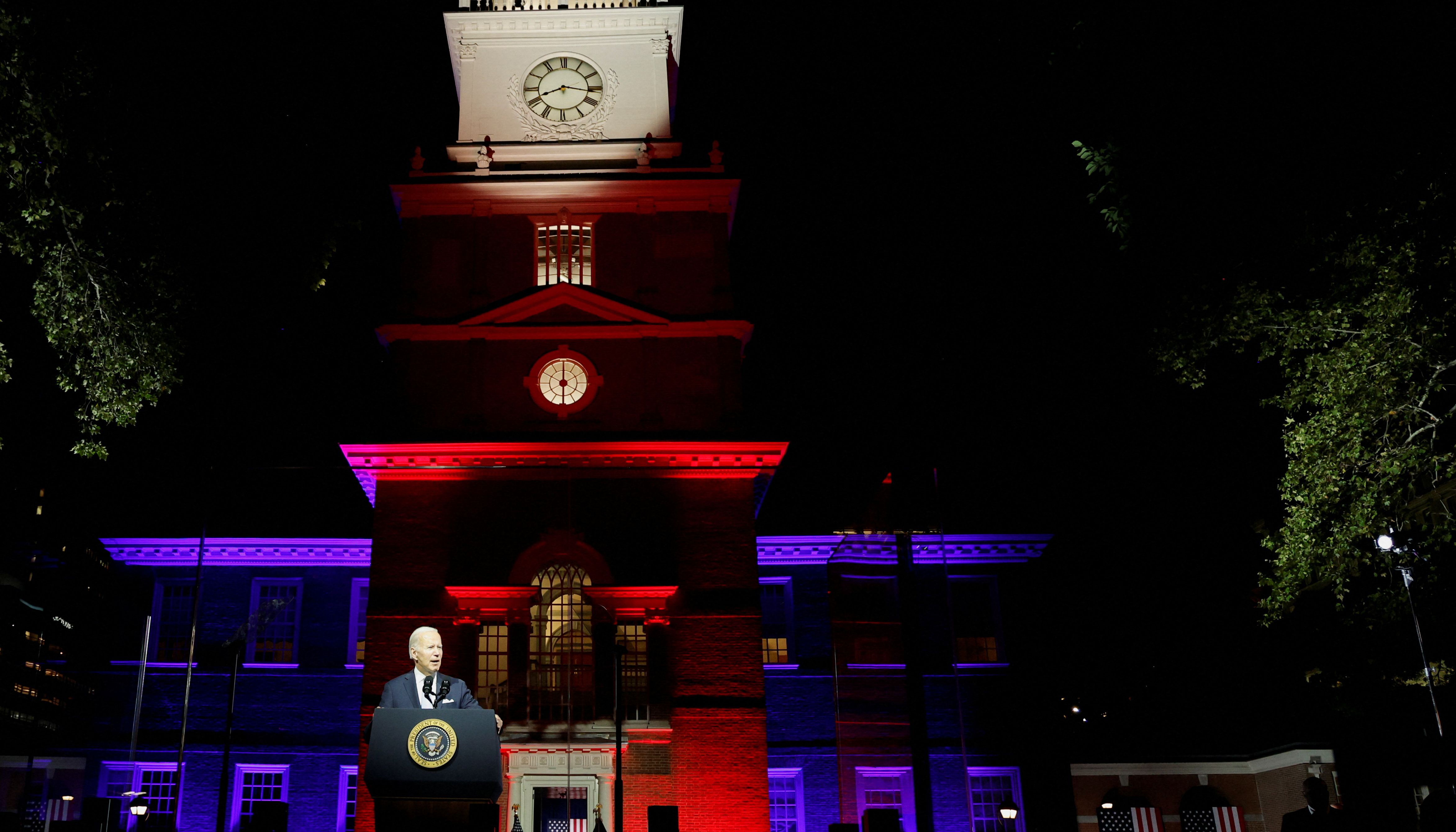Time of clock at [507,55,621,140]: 8:16
